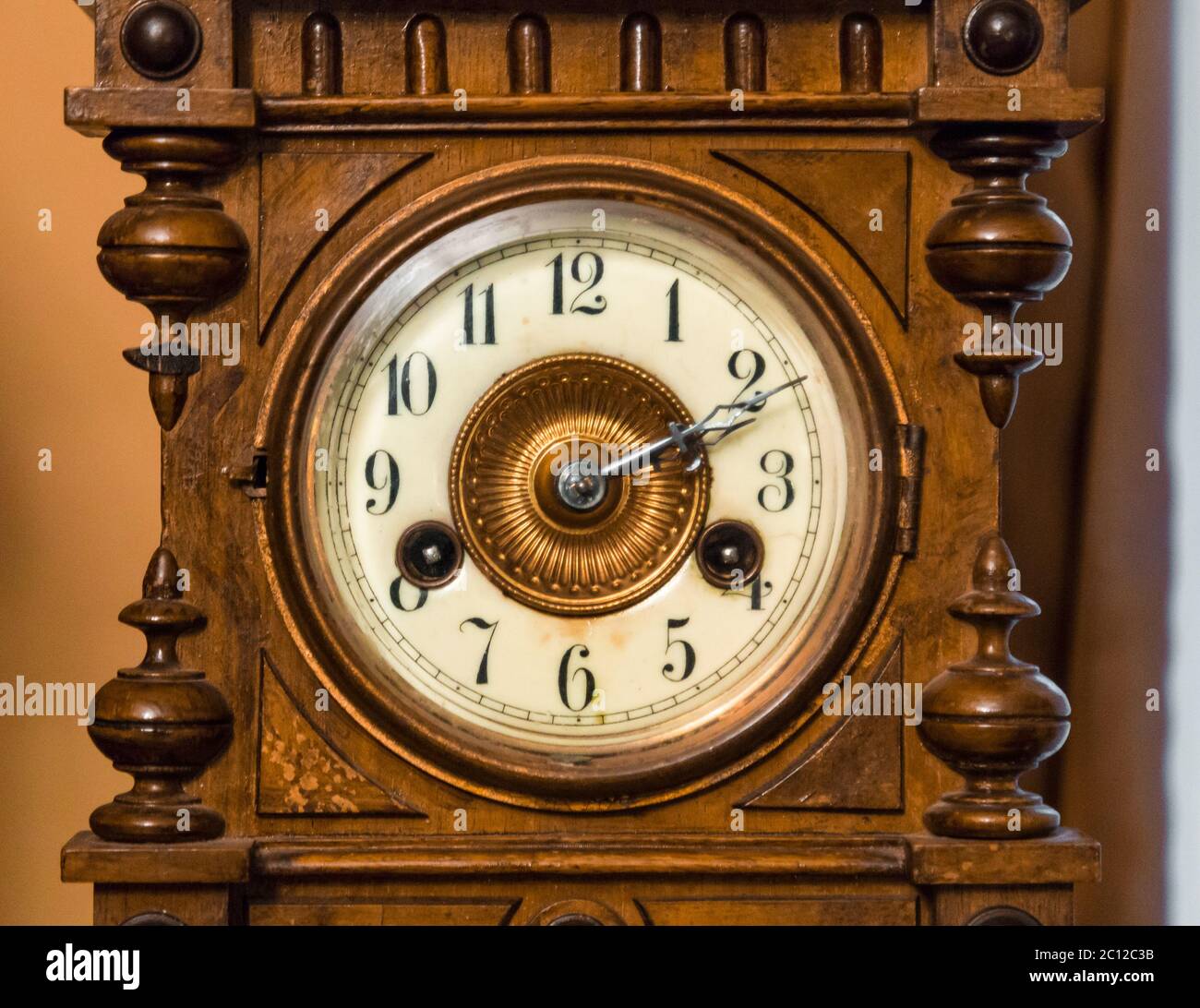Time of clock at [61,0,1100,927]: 2:11
